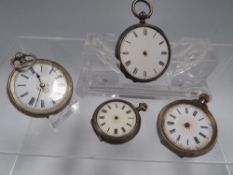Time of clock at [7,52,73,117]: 11:32
